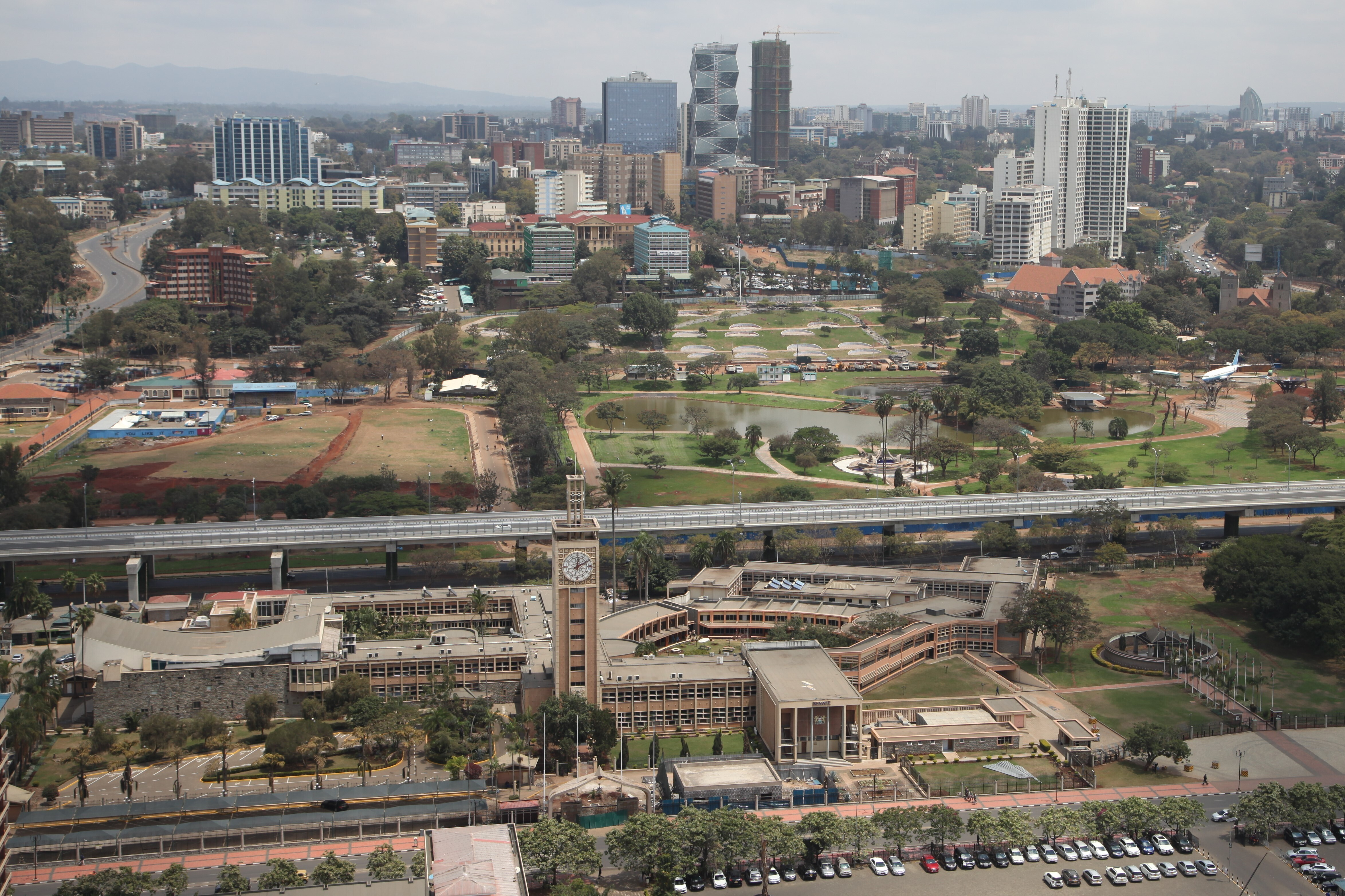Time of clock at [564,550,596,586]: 12:10
